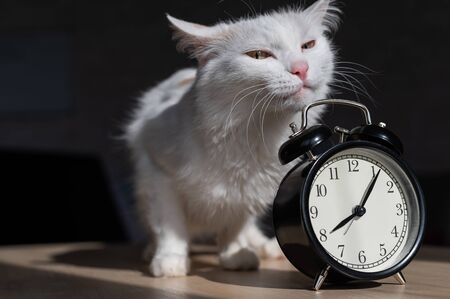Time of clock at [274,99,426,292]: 8:06
